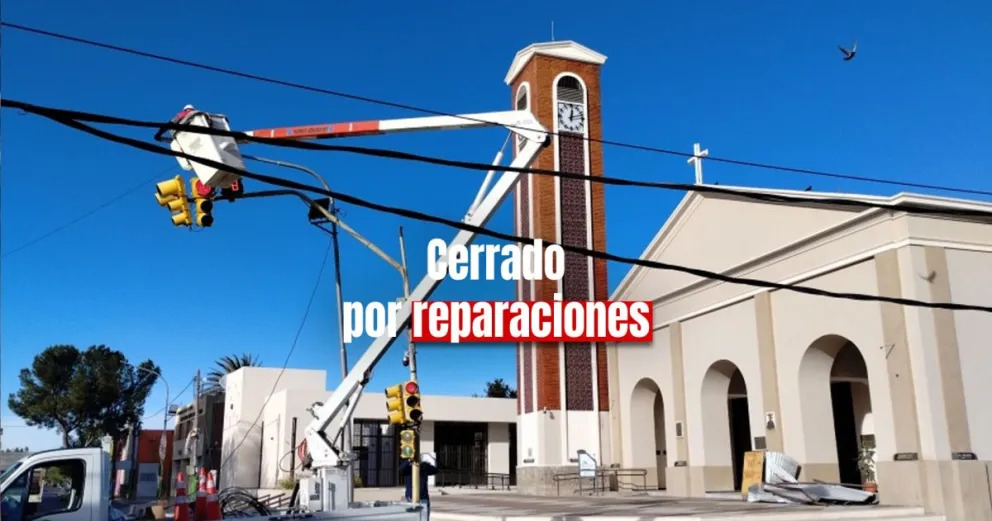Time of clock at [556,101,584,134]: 12:12
